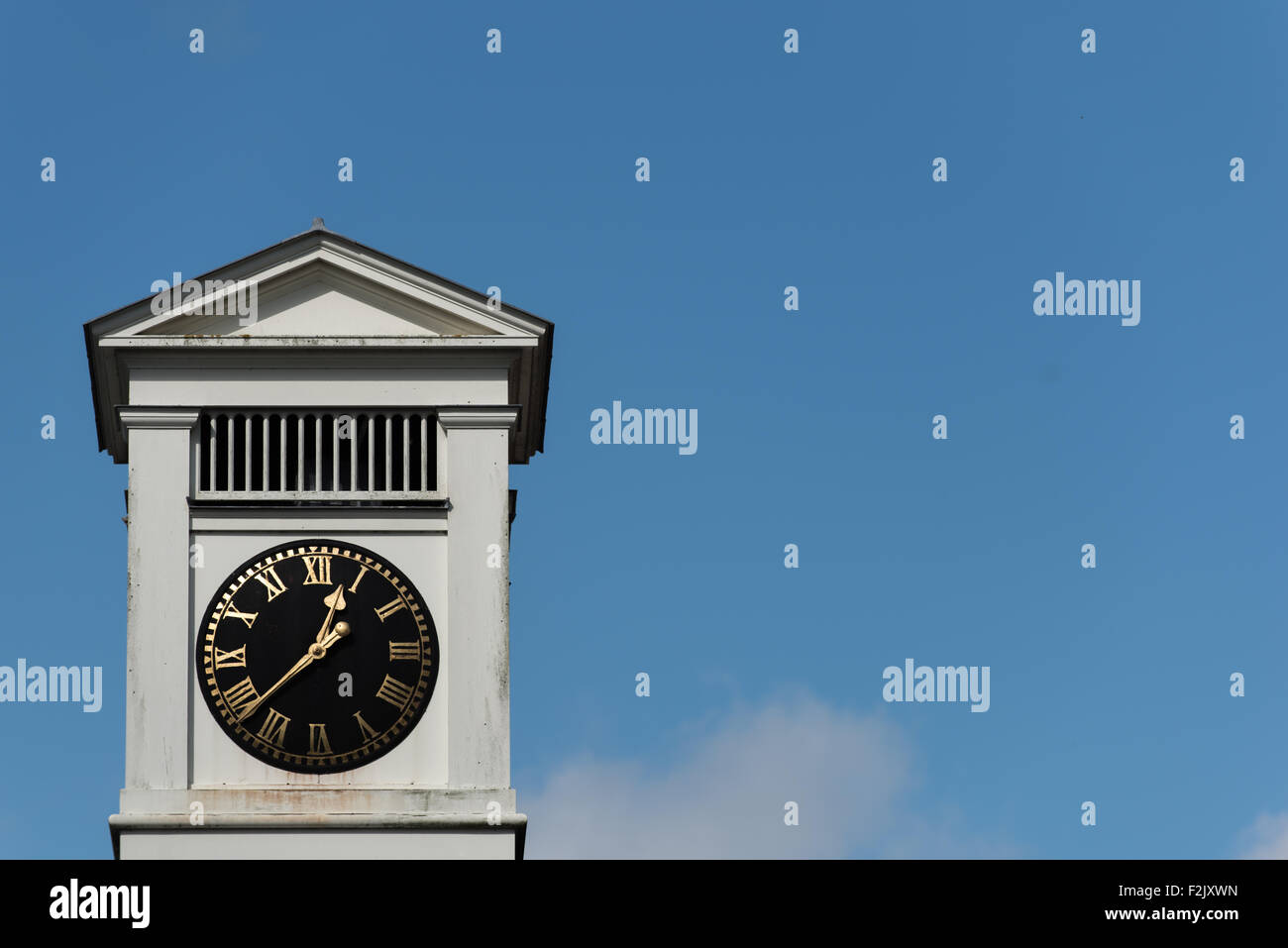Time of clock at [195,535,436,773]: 12:38
